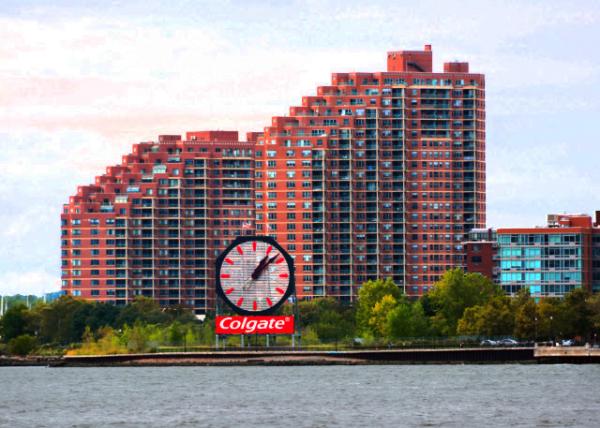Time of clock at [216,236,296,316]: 1:08
